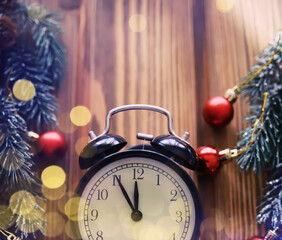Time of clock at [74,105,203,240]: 11:55
